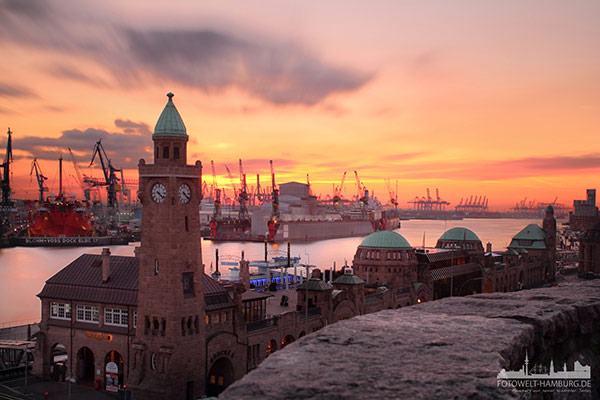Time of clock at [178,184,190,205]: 4:21
